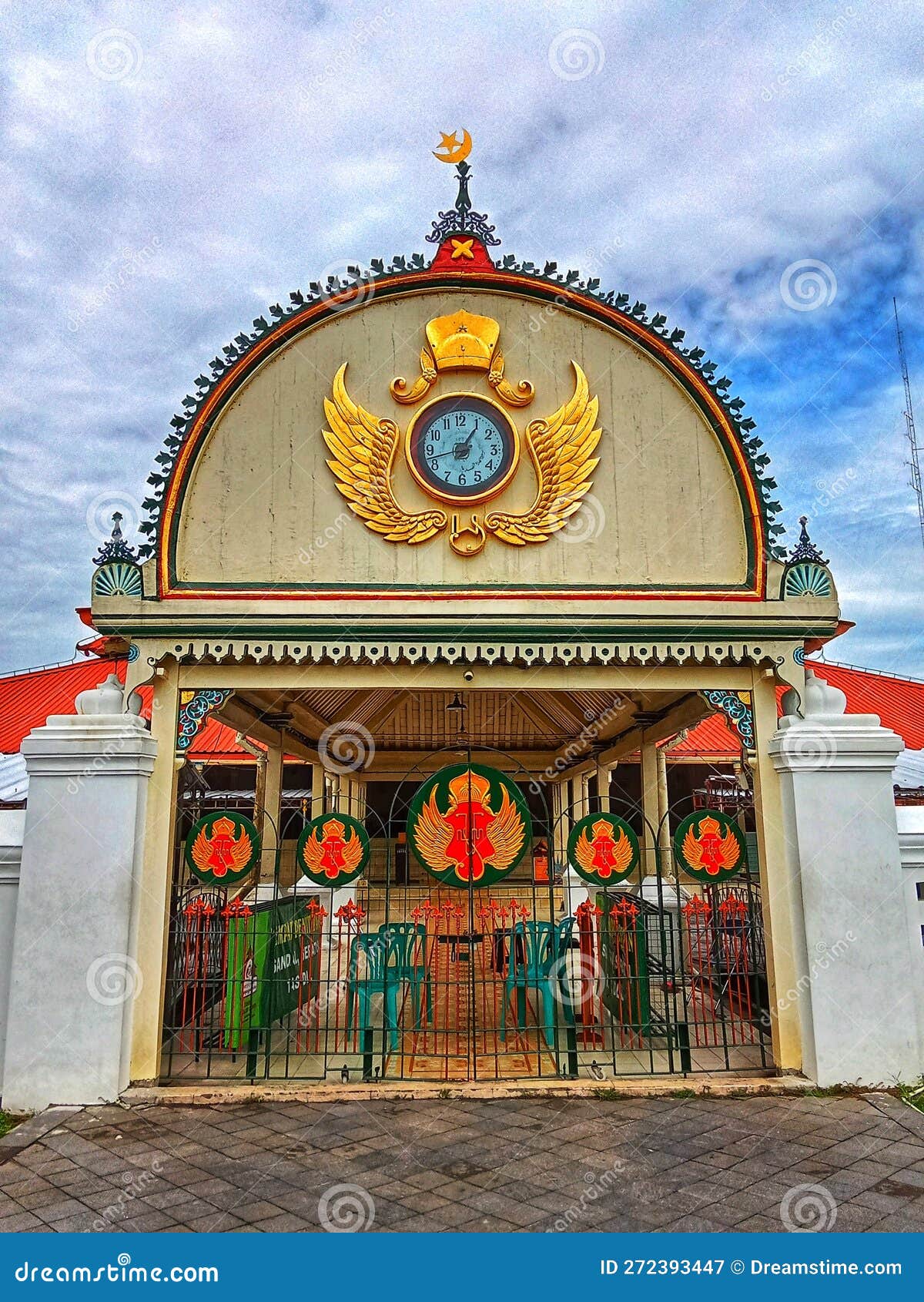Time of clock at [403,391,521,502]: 1:05
